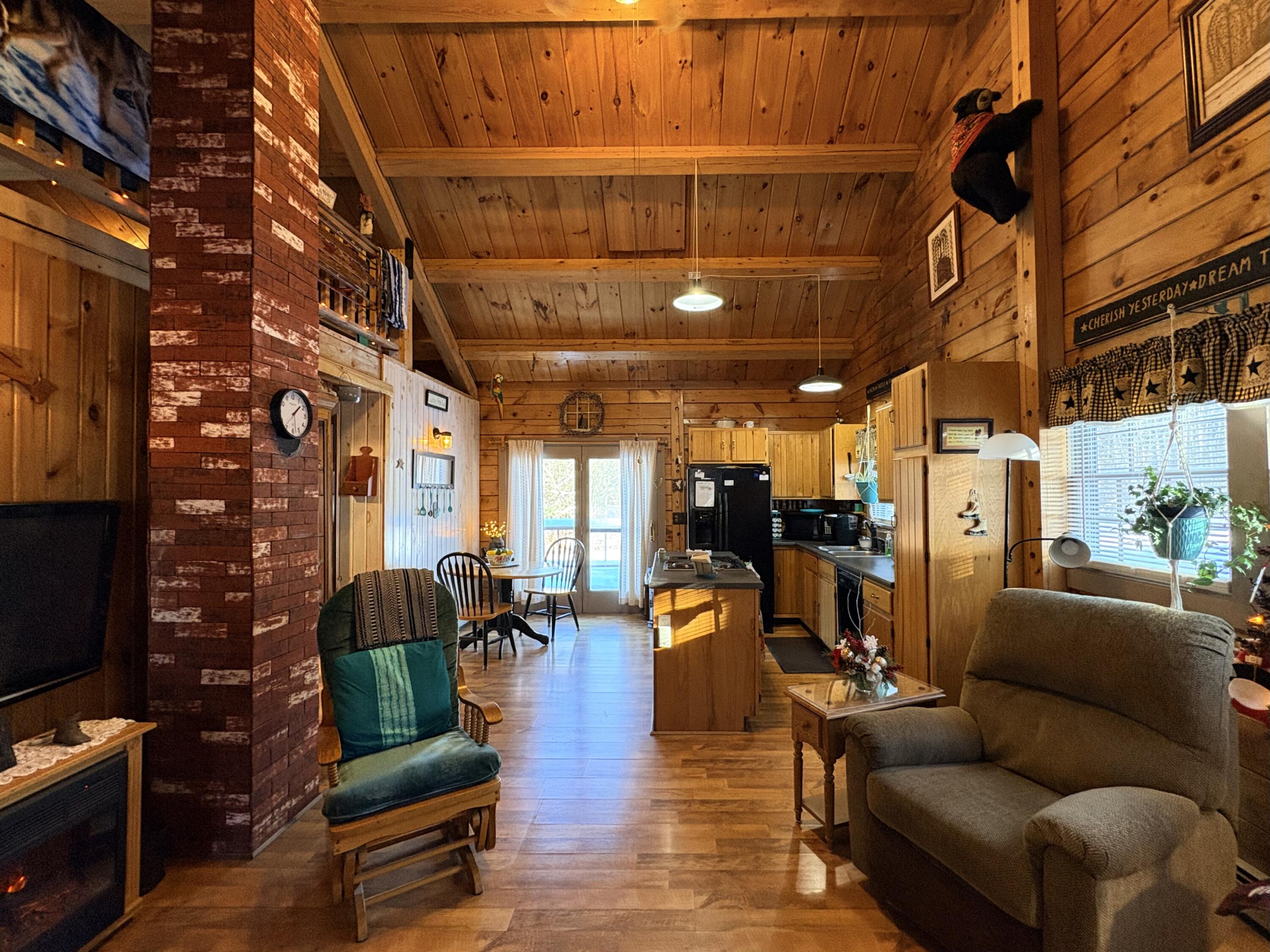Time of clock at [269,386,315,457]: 1:28
